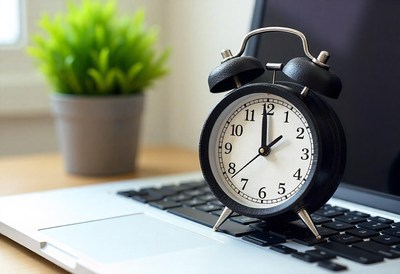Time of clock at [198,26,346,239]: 11:59
